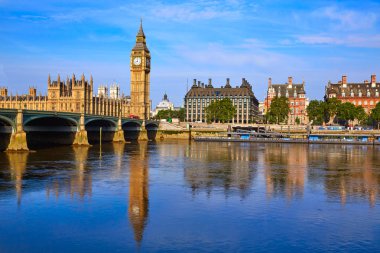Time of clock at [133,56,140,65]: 7:59
